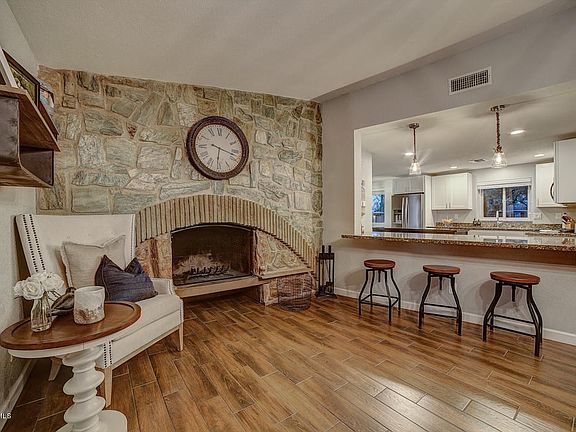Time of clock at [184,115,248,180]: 6:17
